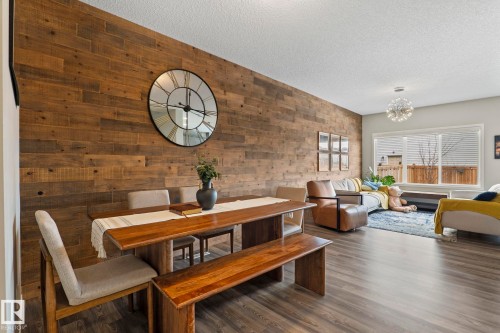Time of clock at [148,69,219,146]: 12:16
